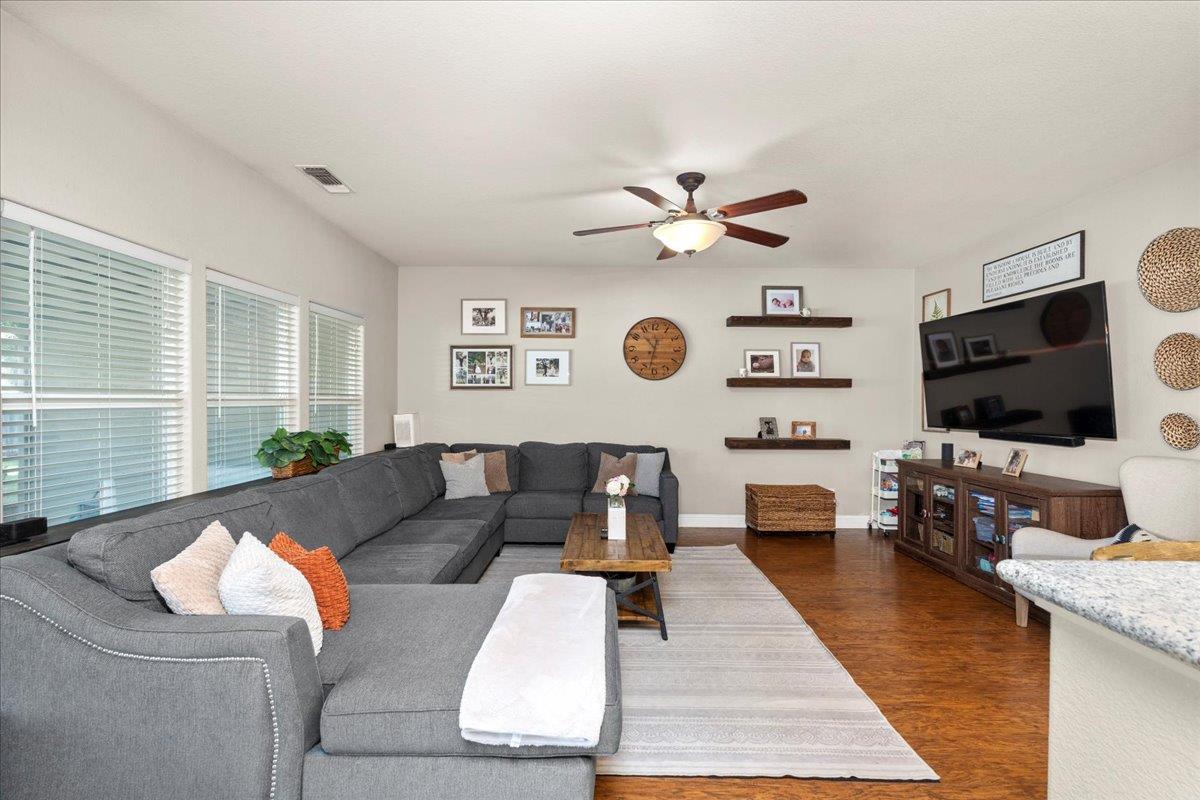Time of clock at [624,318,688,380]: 10:32
